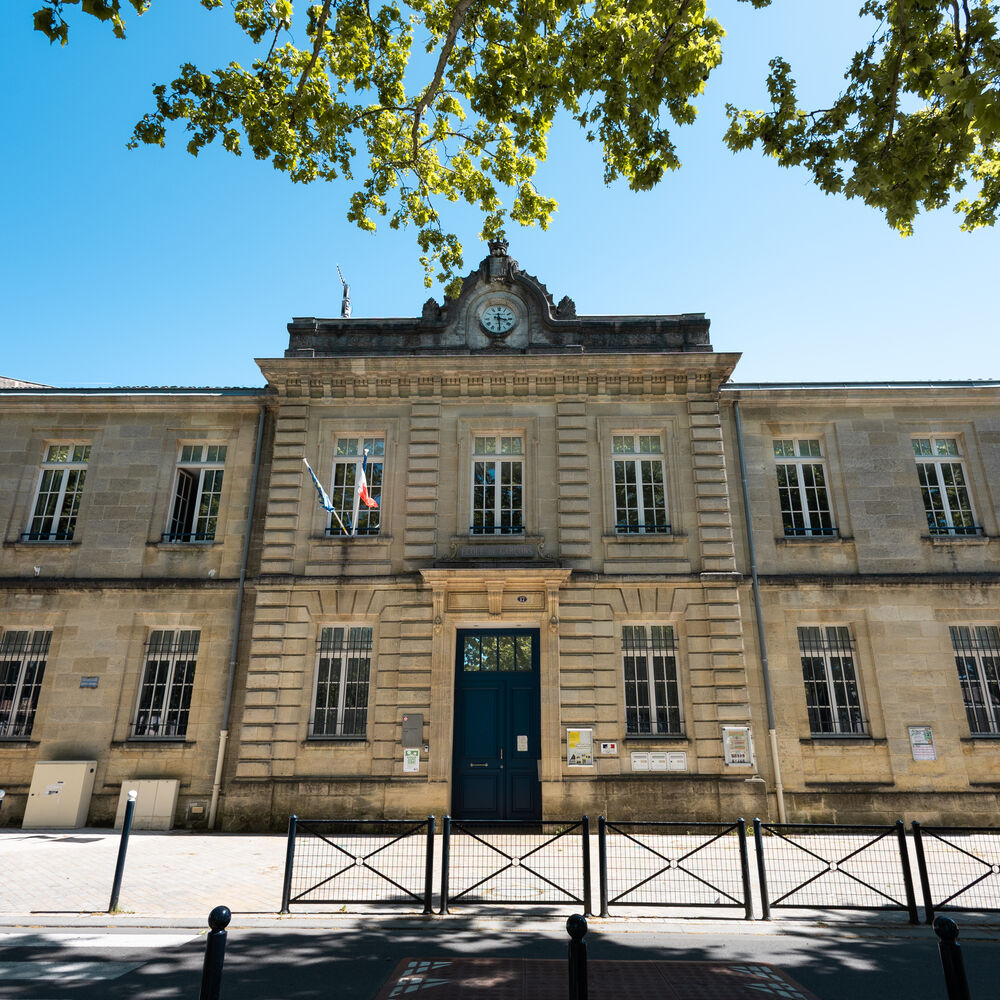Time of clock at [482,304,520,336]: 3:29
